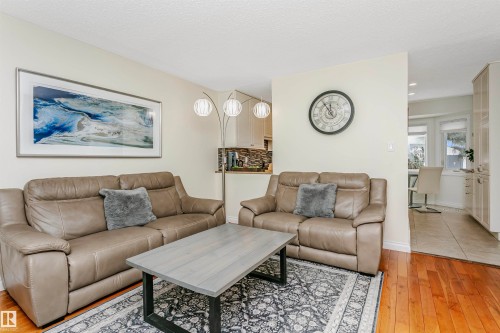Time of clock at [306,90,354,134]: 11:54
